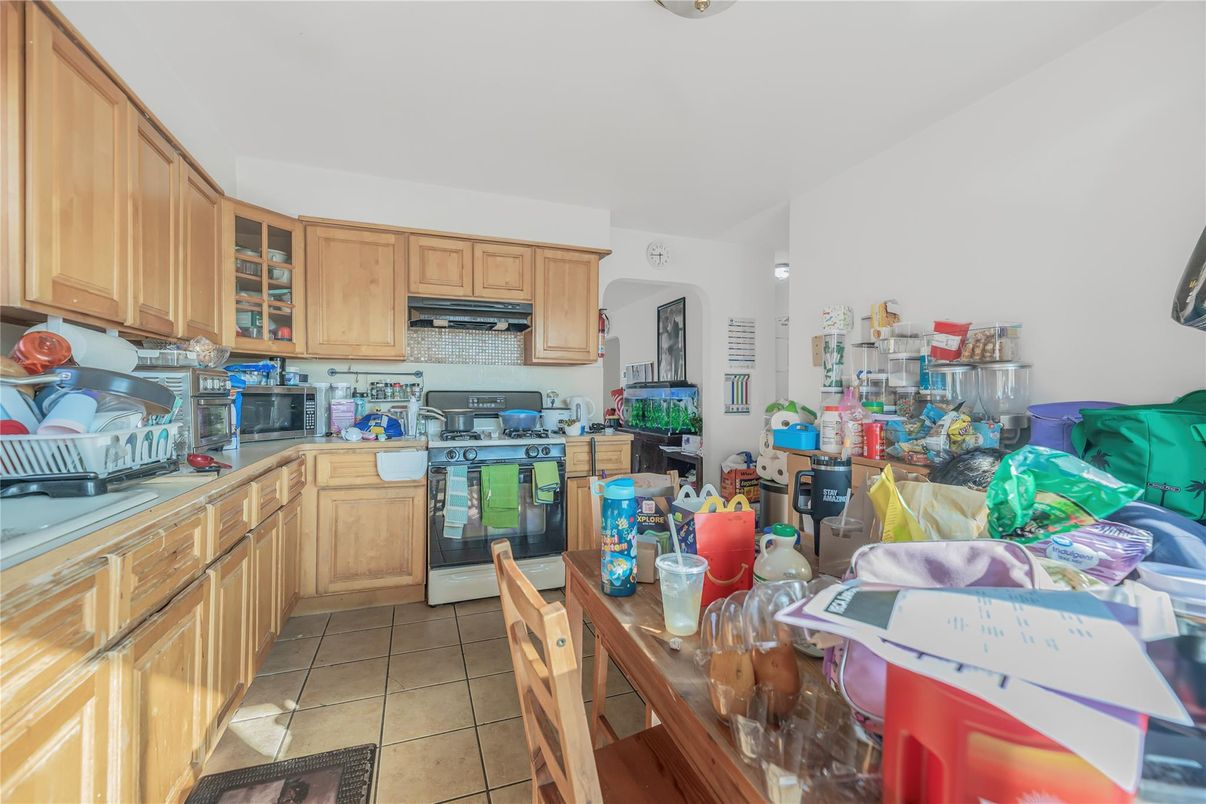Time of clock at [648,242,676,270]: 5:44
